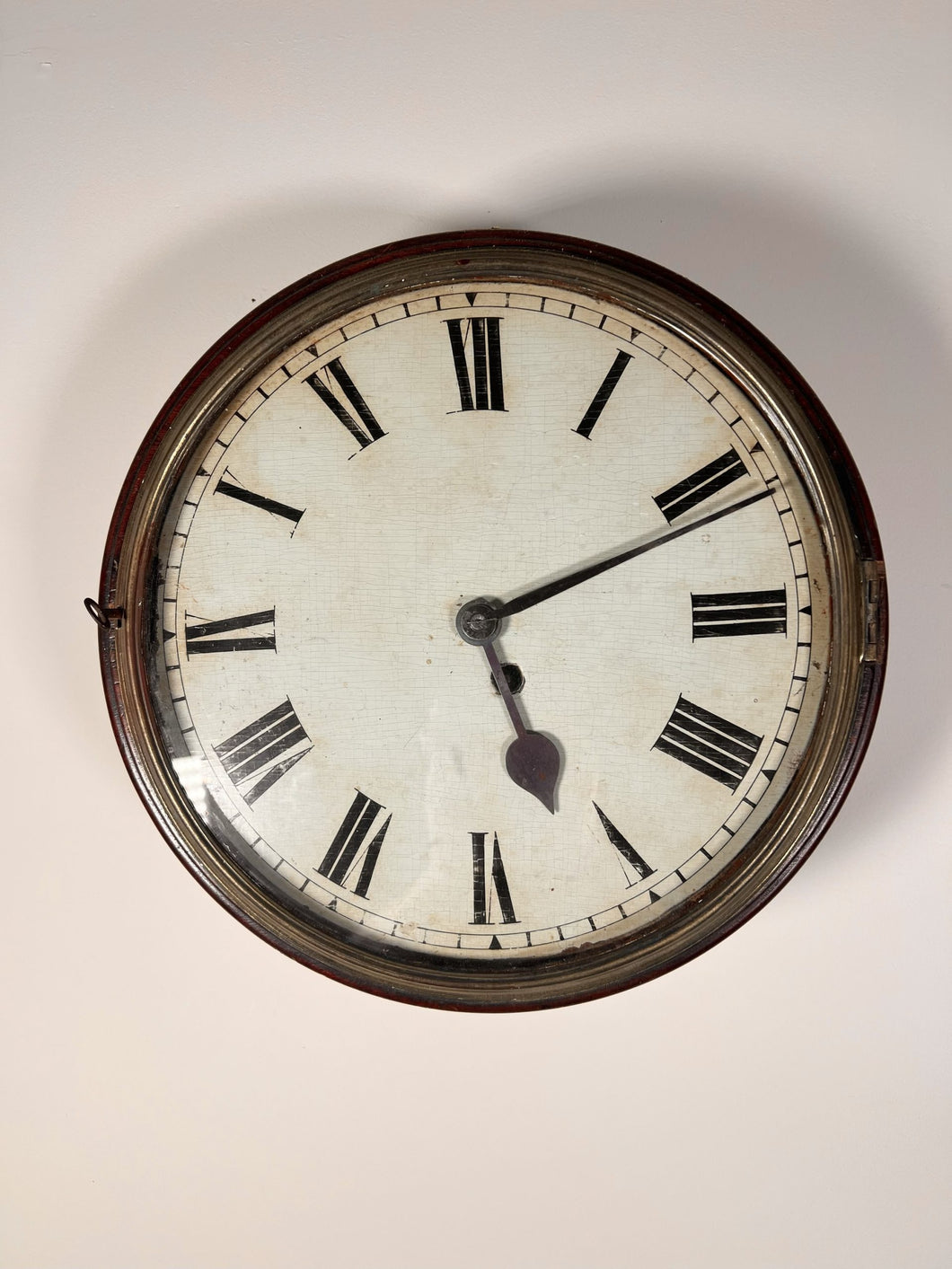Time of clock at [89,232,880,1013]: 5:11
